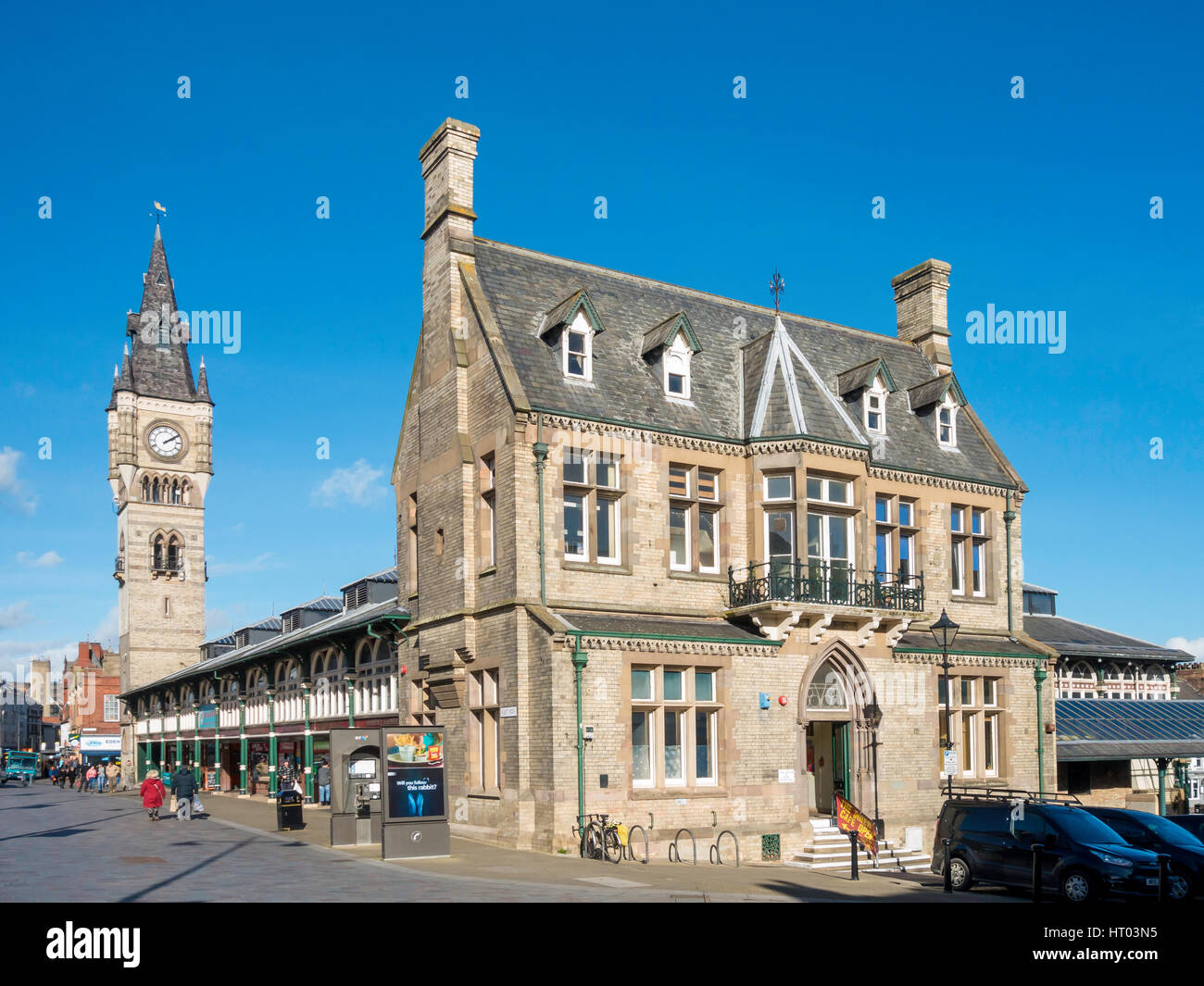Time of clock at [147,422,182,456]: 2:09
